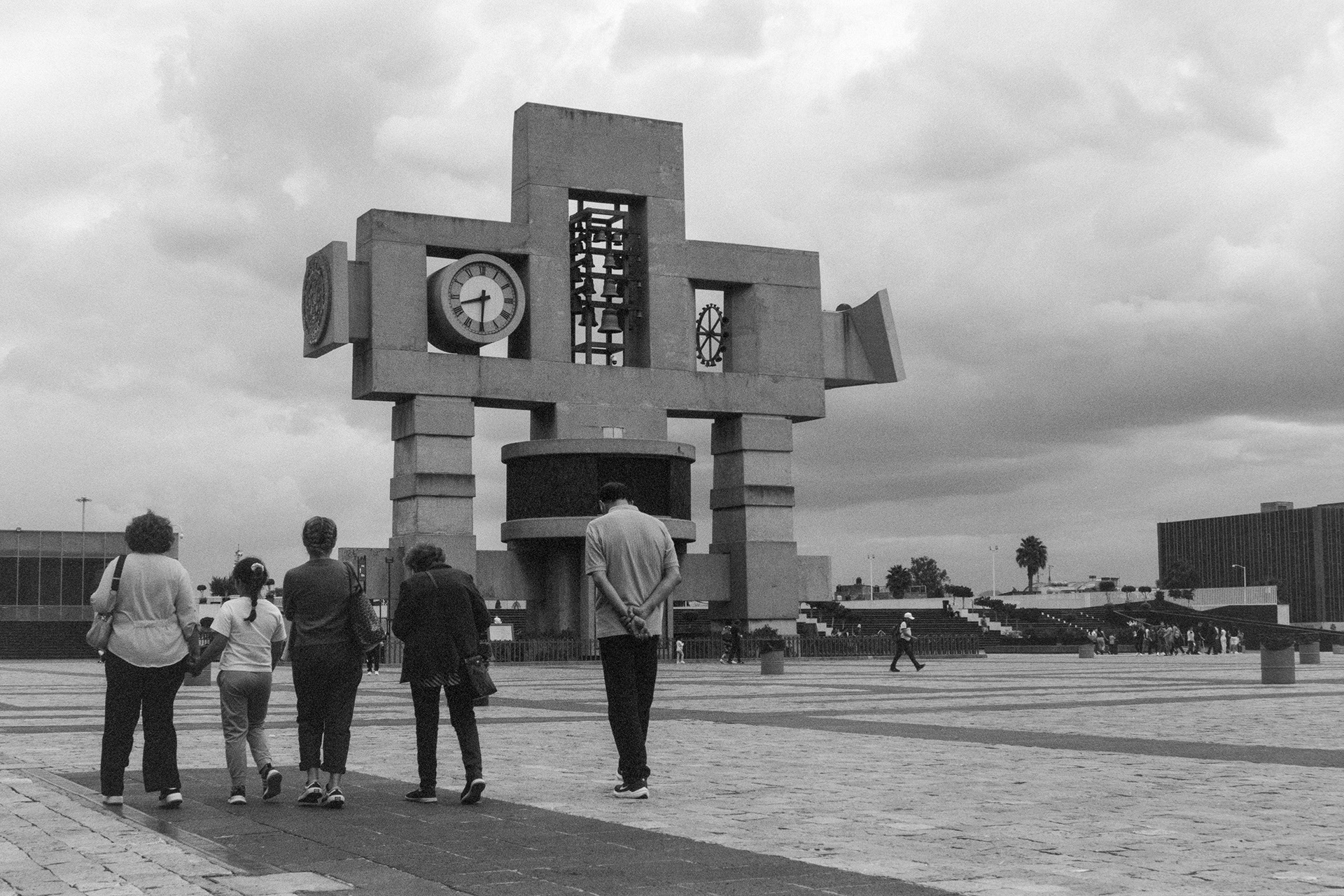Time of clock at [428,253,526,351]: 8:30
